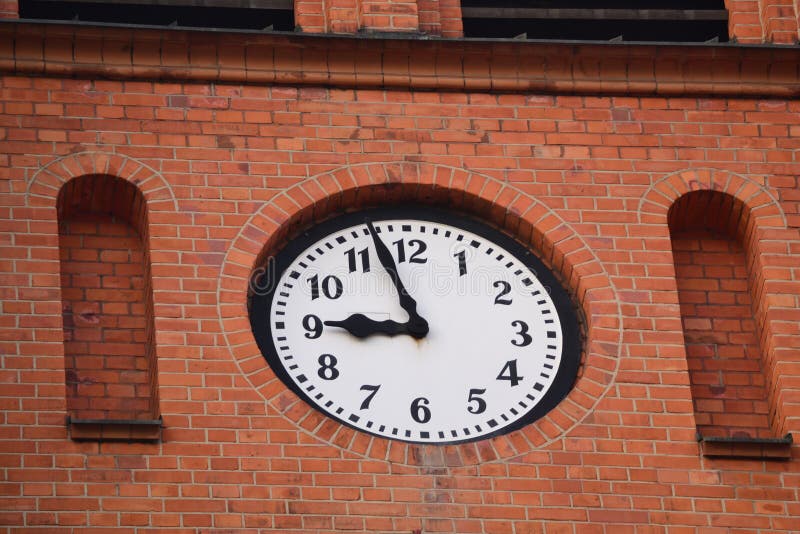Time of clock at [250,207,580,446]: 8:57
